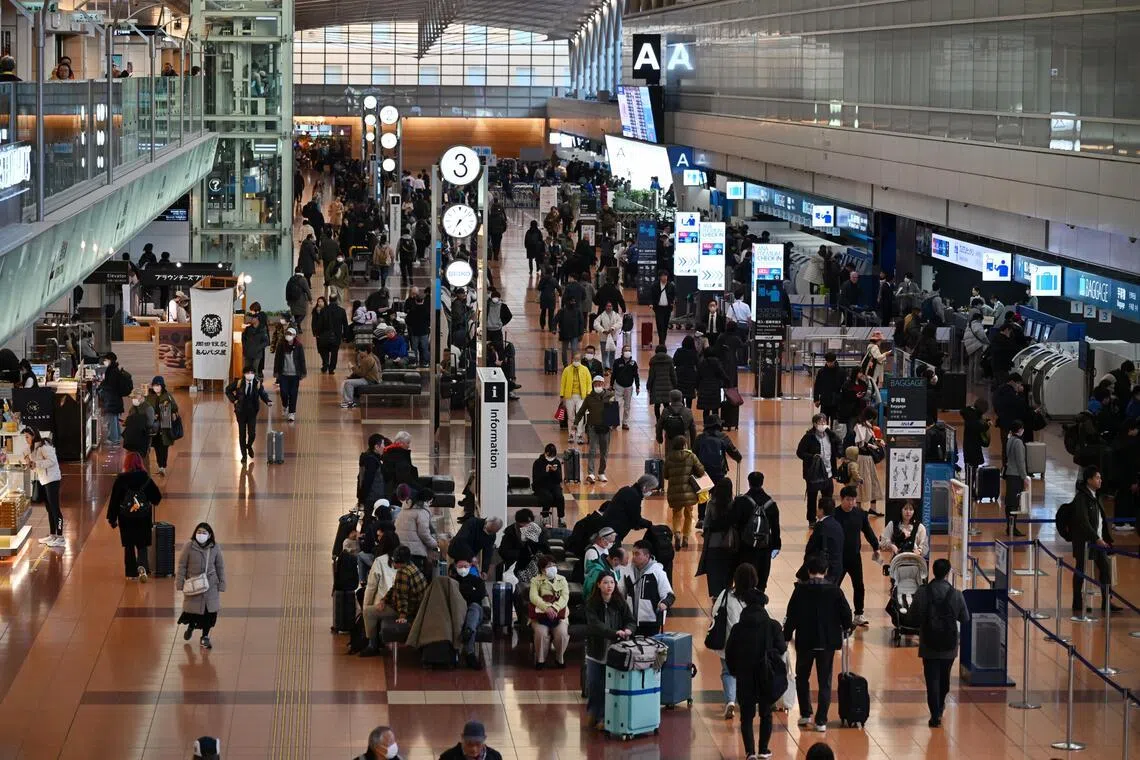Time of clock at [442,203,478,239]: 7:08
